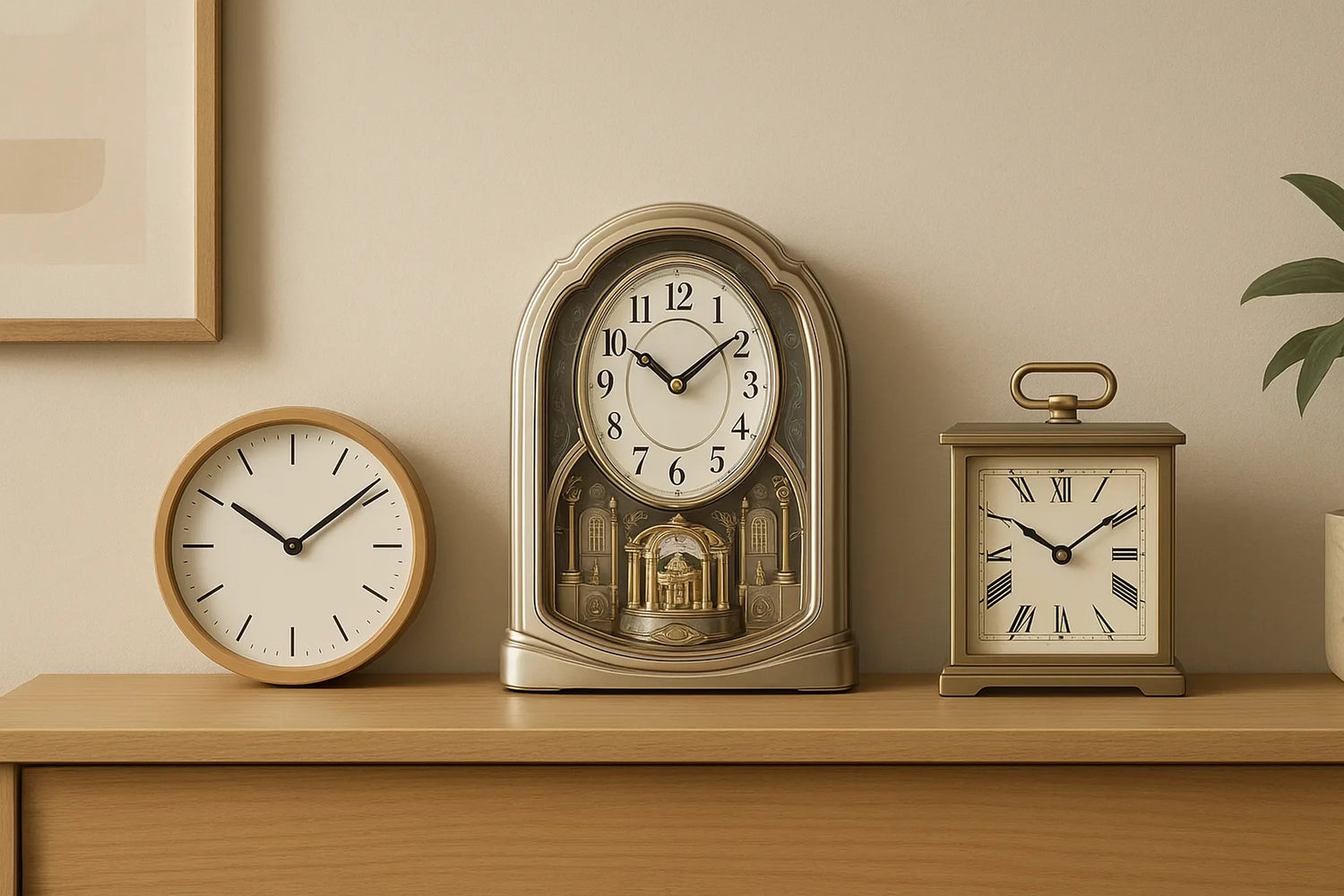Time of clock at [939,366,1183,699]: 10:09
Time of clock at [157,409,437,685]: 10:09
